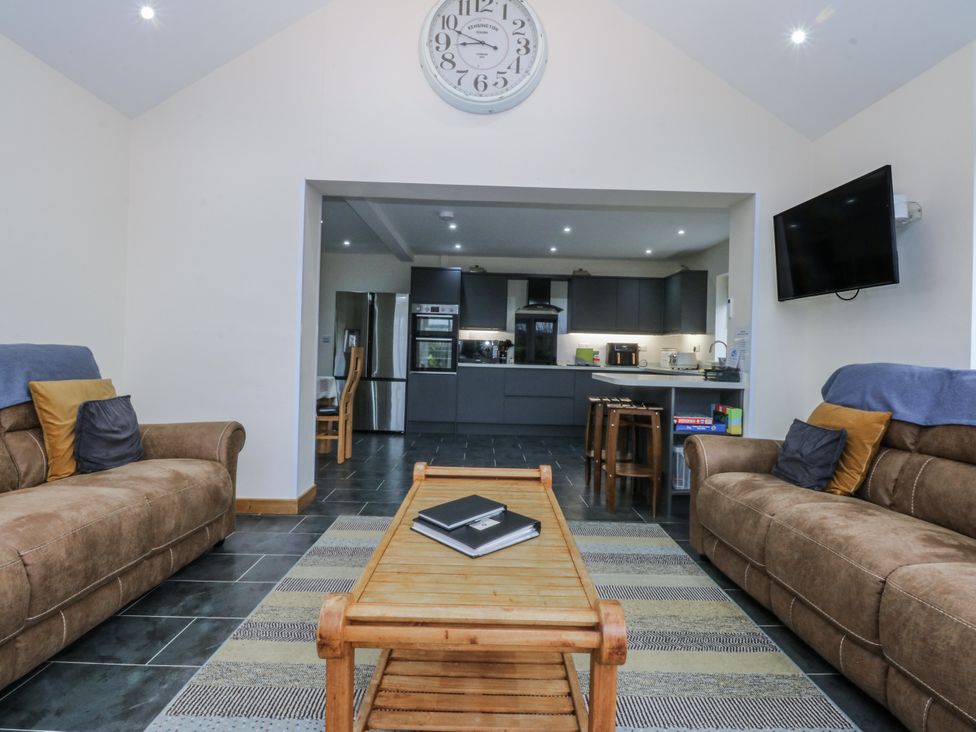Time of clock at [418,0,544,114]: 8:48
